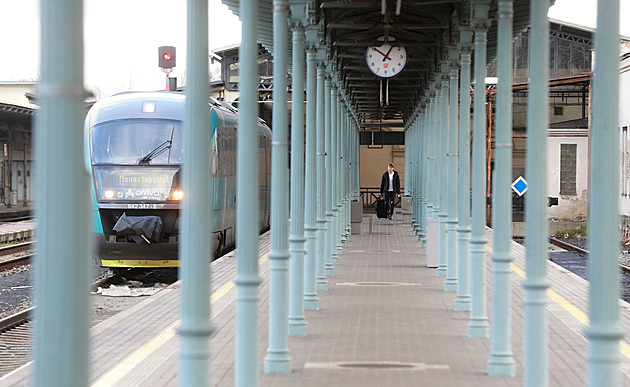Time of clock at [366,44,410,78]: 10:05
